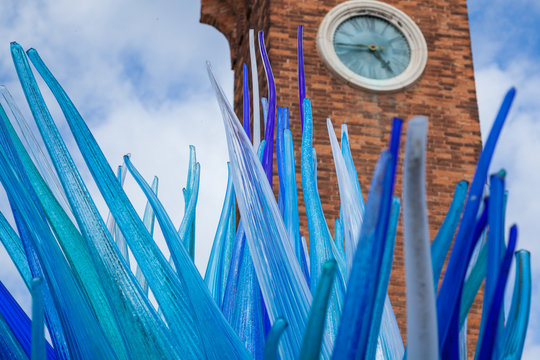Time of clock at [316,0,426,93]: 4:44
